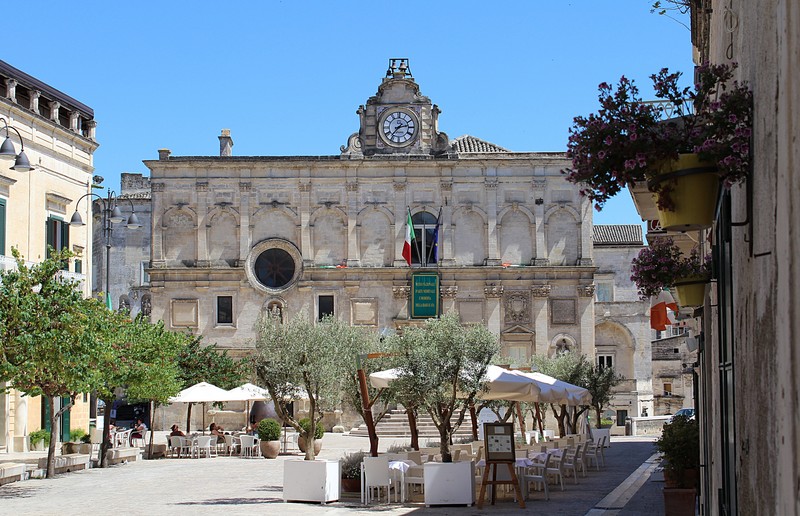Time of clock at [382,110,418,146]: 2:36
